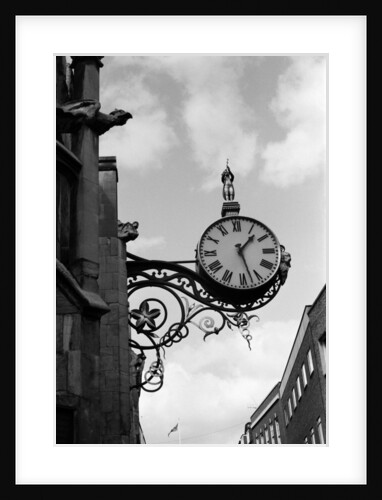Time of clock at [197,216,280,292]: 1:27
